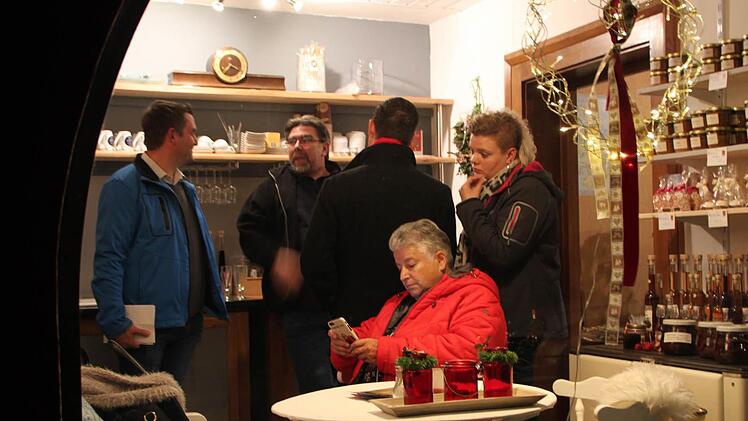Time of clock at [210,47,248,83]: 7:19
